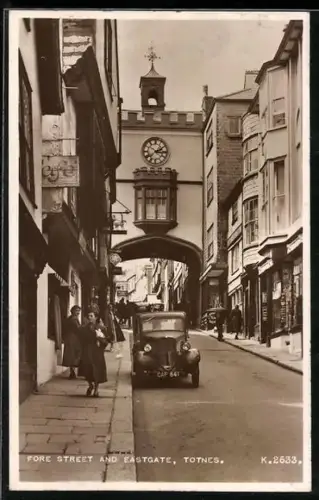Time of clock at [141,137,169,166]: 2:15
